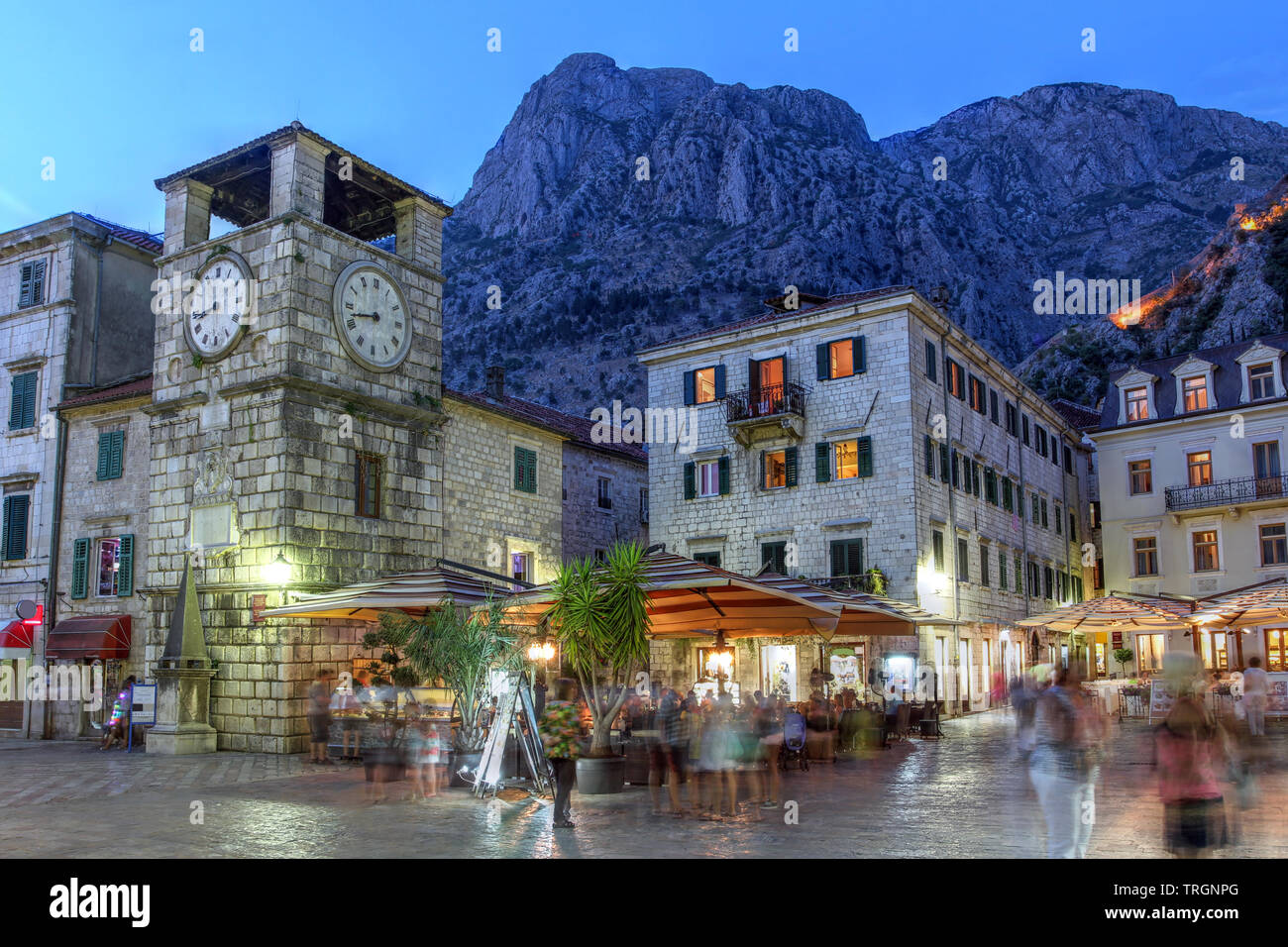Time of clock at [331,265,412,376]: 8:42
